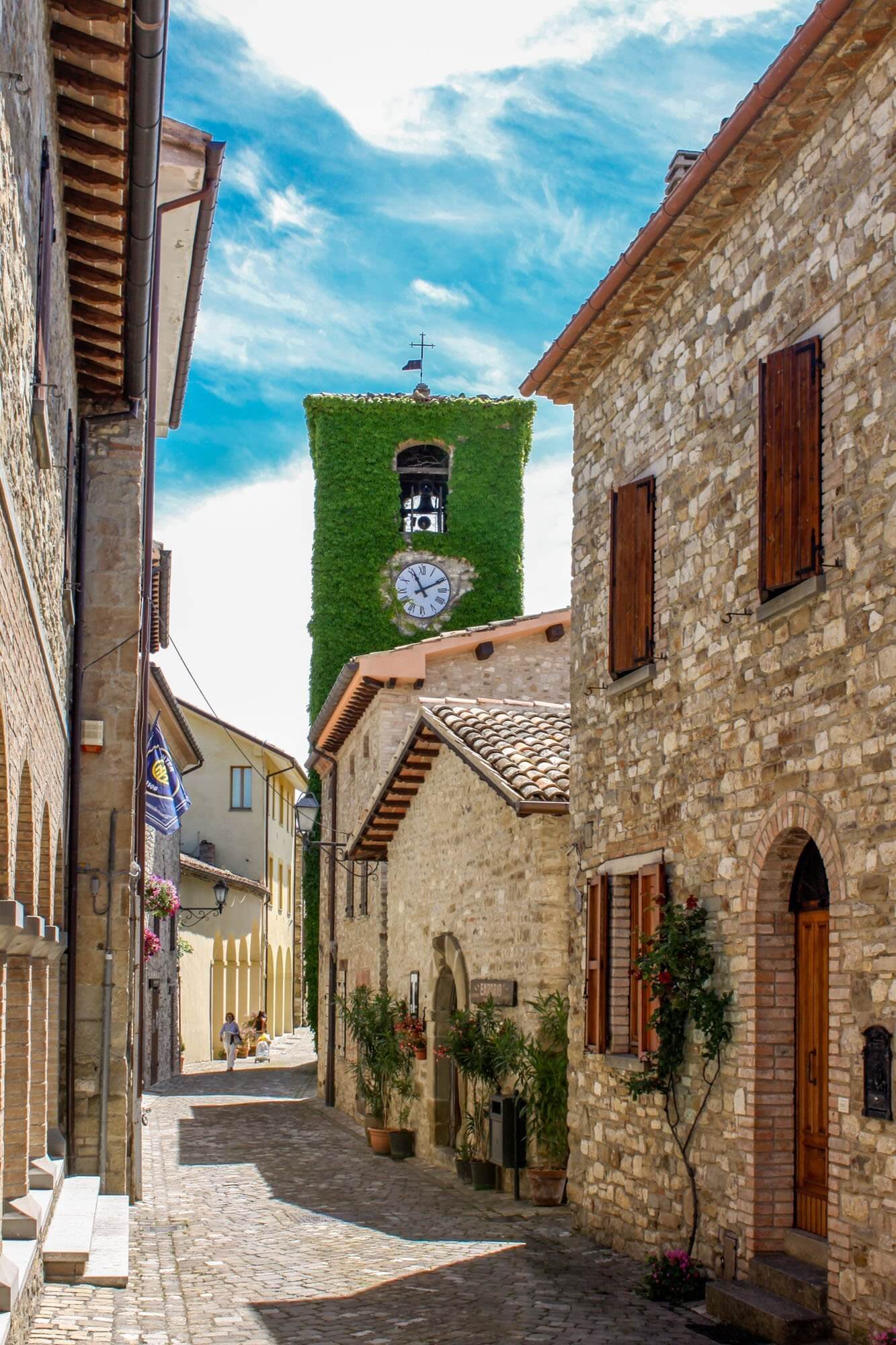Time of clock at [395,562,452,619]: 11:10
